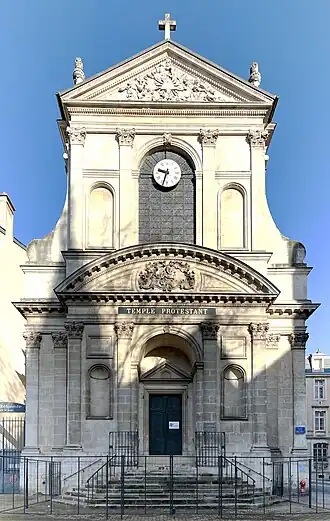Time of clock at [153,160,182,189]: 9:33
